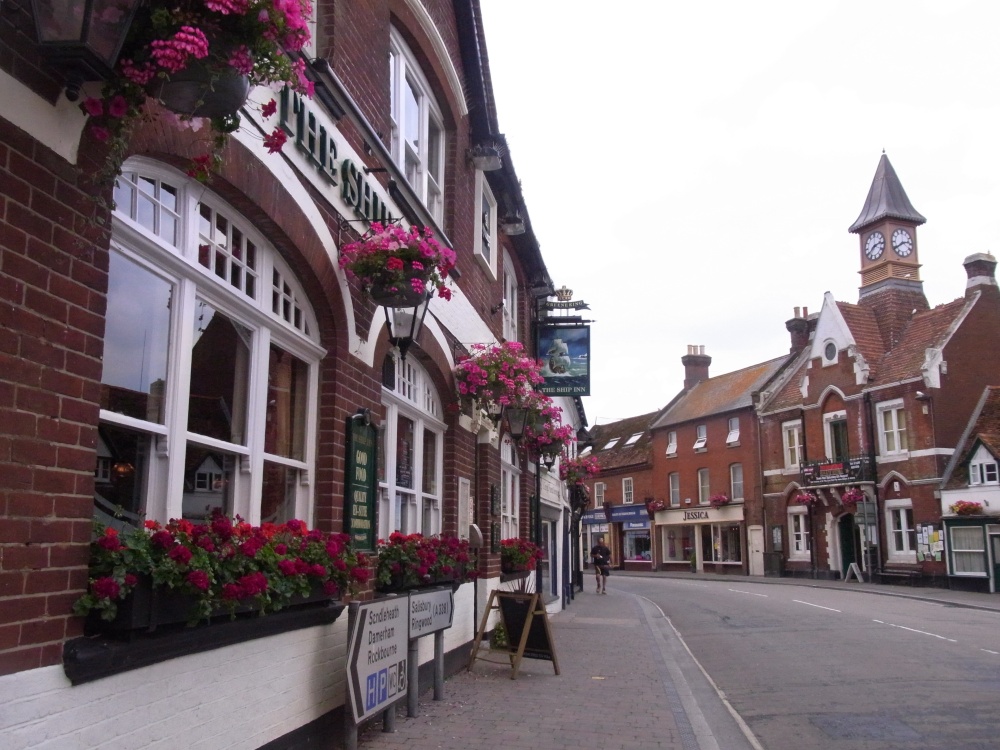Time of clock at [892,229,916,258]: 2:39
